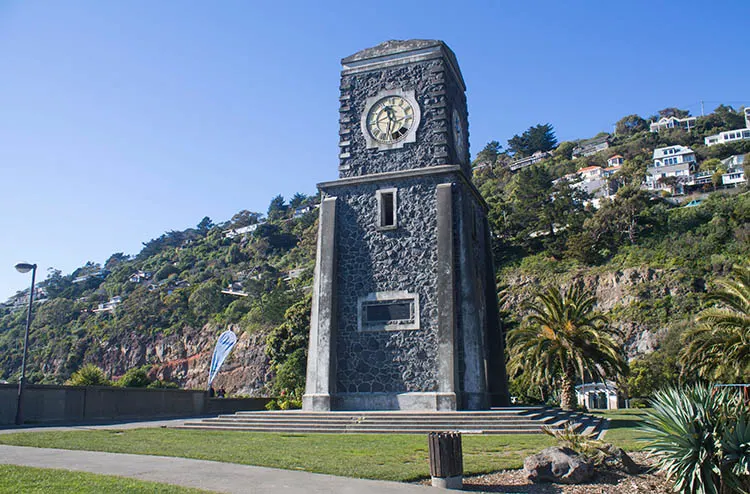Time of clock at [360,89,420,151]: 11:32
